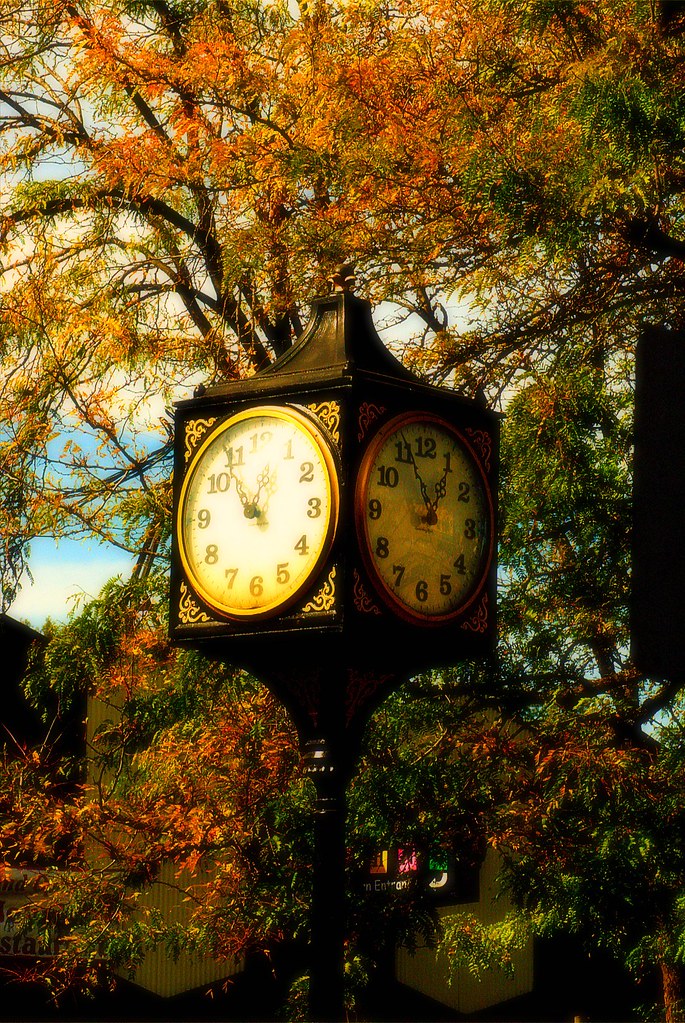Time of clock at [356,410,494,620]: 12:56
